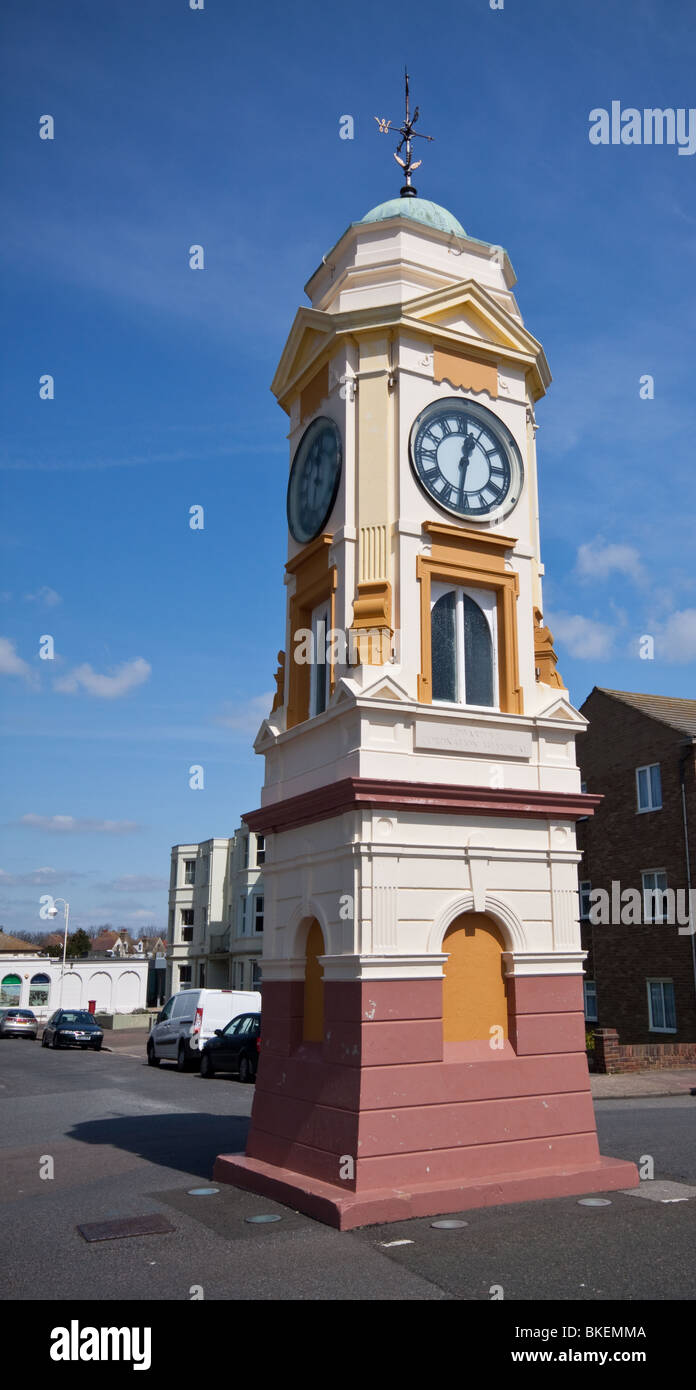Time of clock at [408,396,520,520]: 12:31
